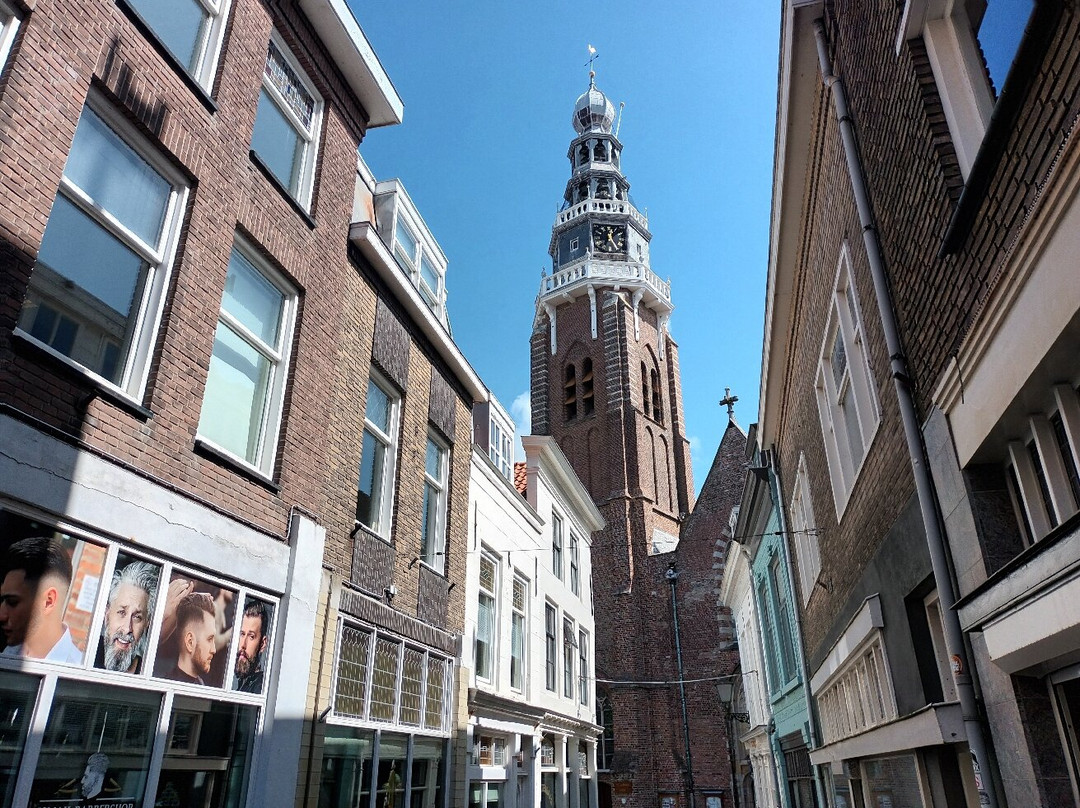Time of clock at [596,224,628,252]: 12:24
